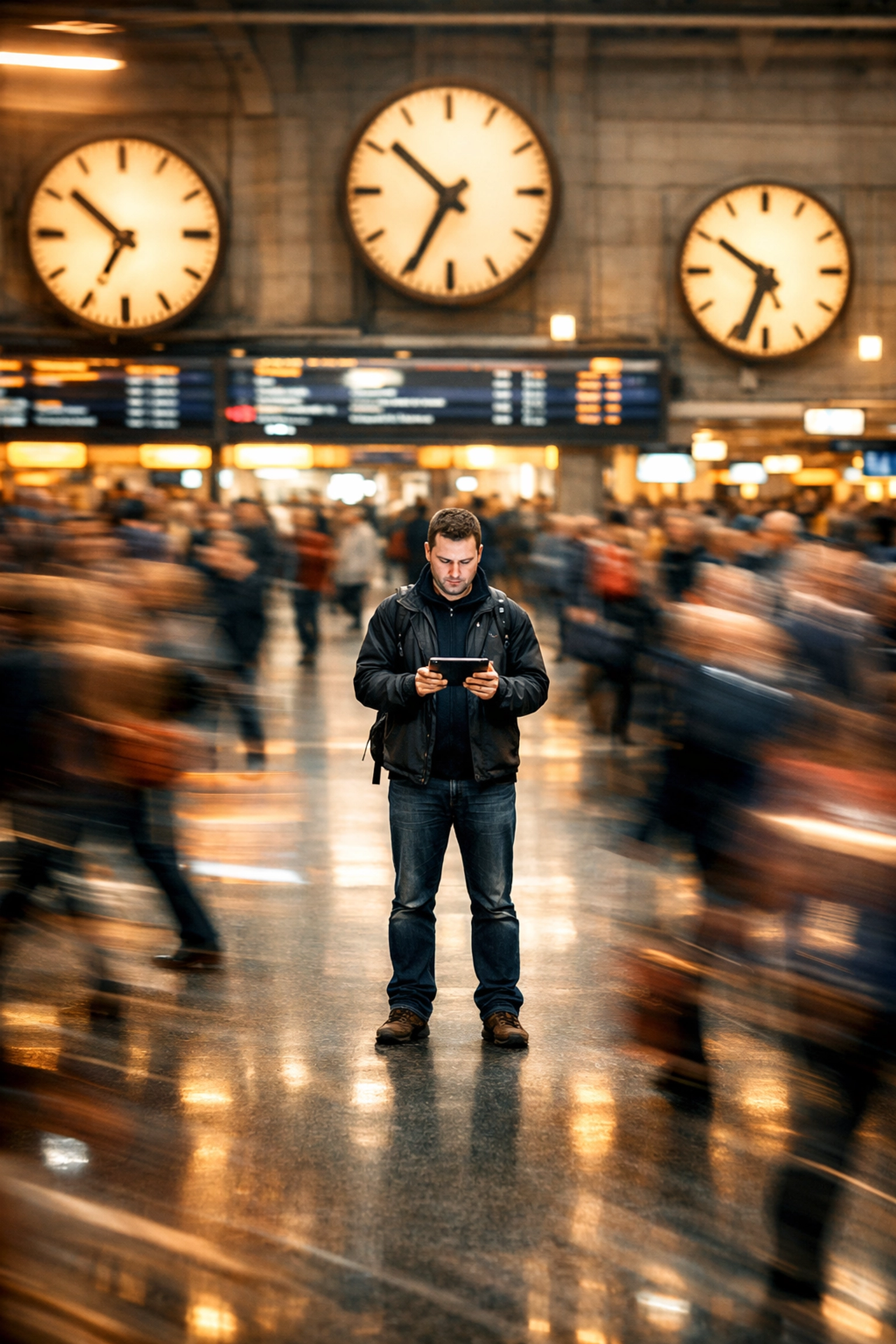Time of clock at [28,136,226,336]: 6:51
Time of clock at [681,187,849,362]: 6:50
